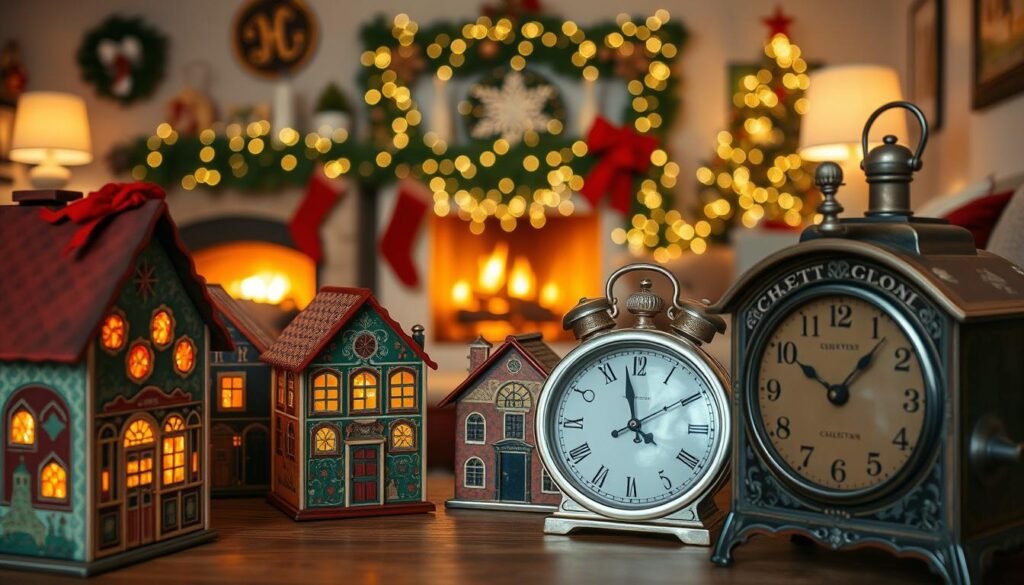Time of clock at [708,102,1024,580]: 10:07
